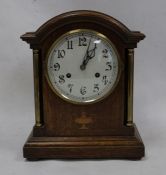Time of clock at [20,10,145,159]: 1:02
